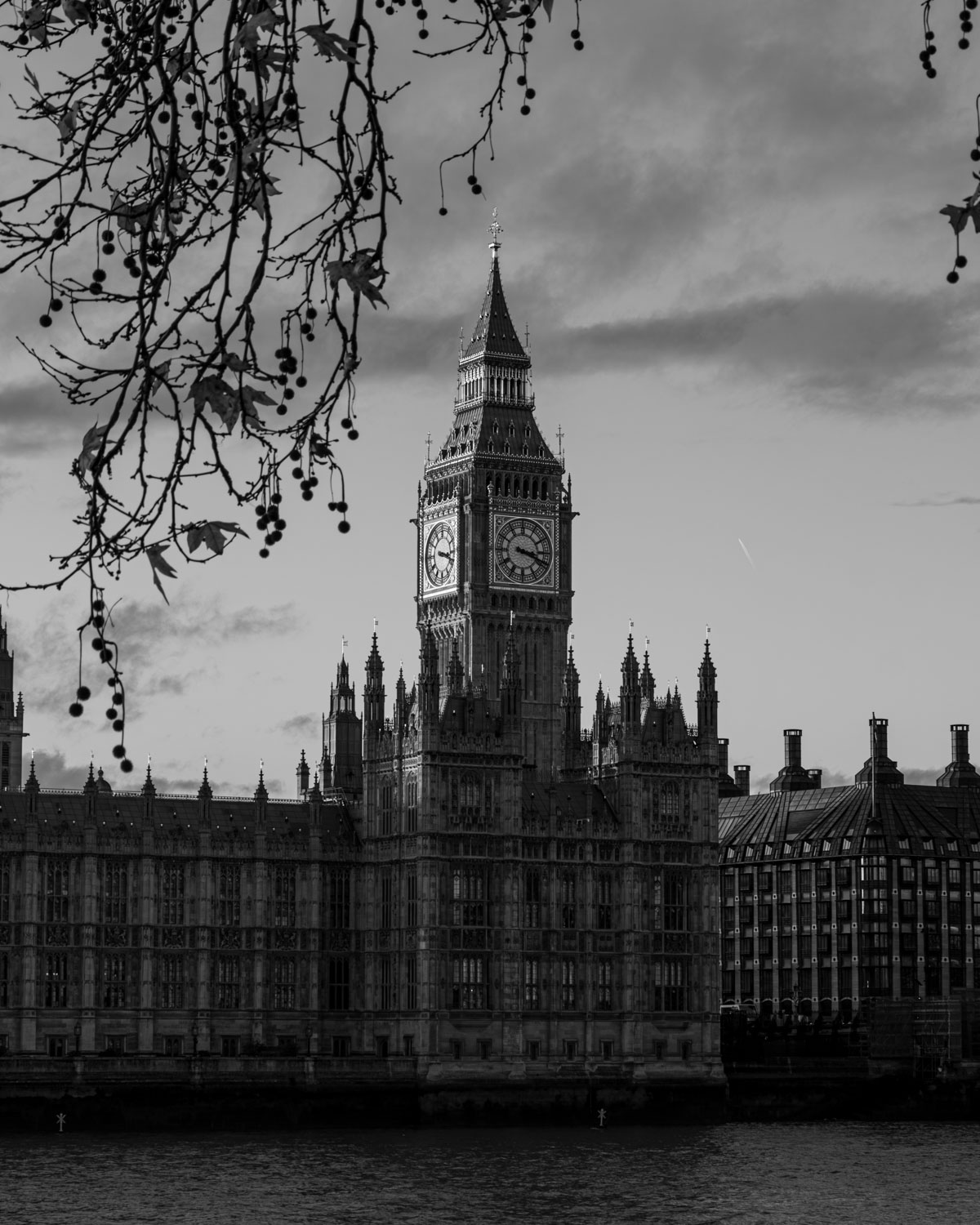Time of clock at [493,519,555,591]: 3:18
